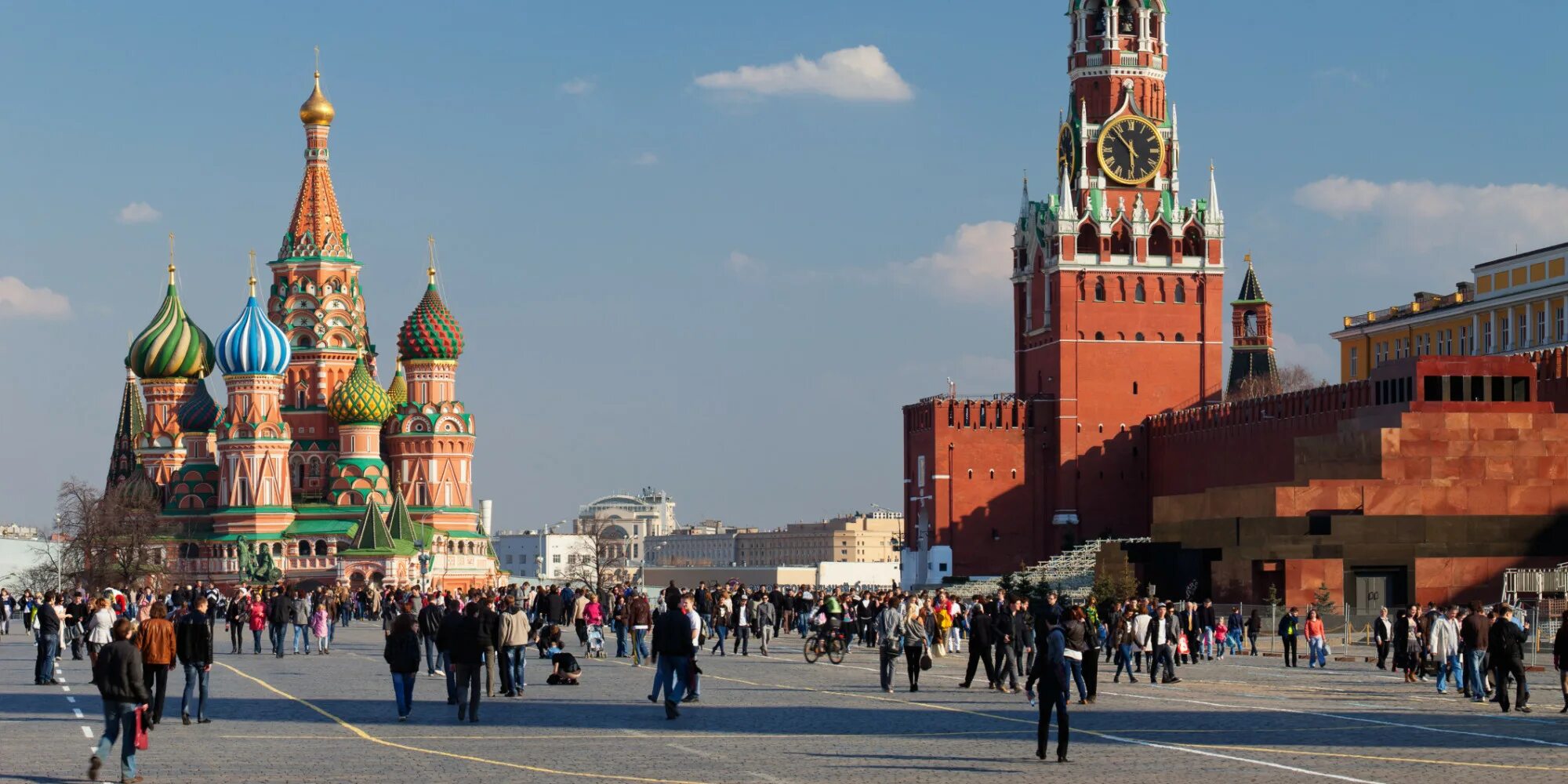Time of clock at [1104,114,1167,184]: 5:52
